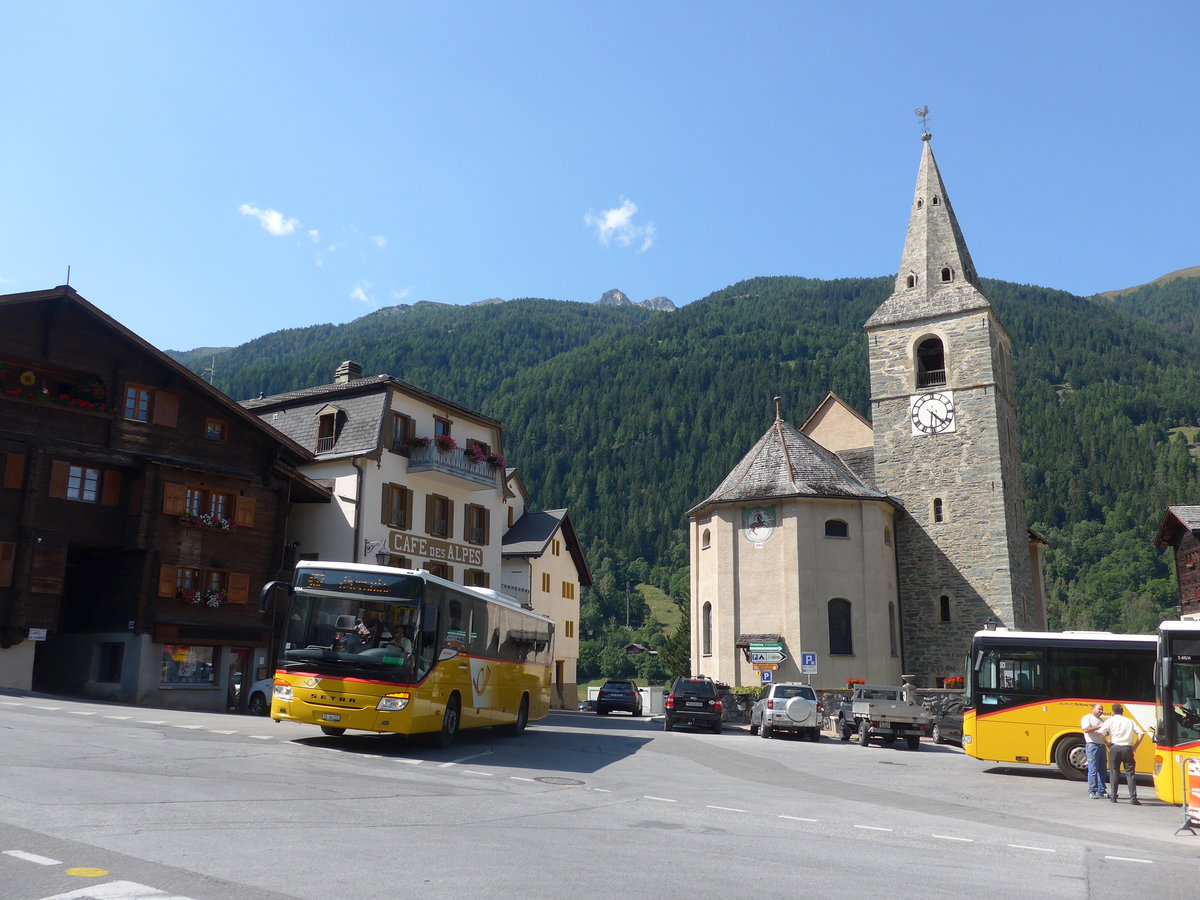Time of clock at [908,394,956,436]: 4:31
